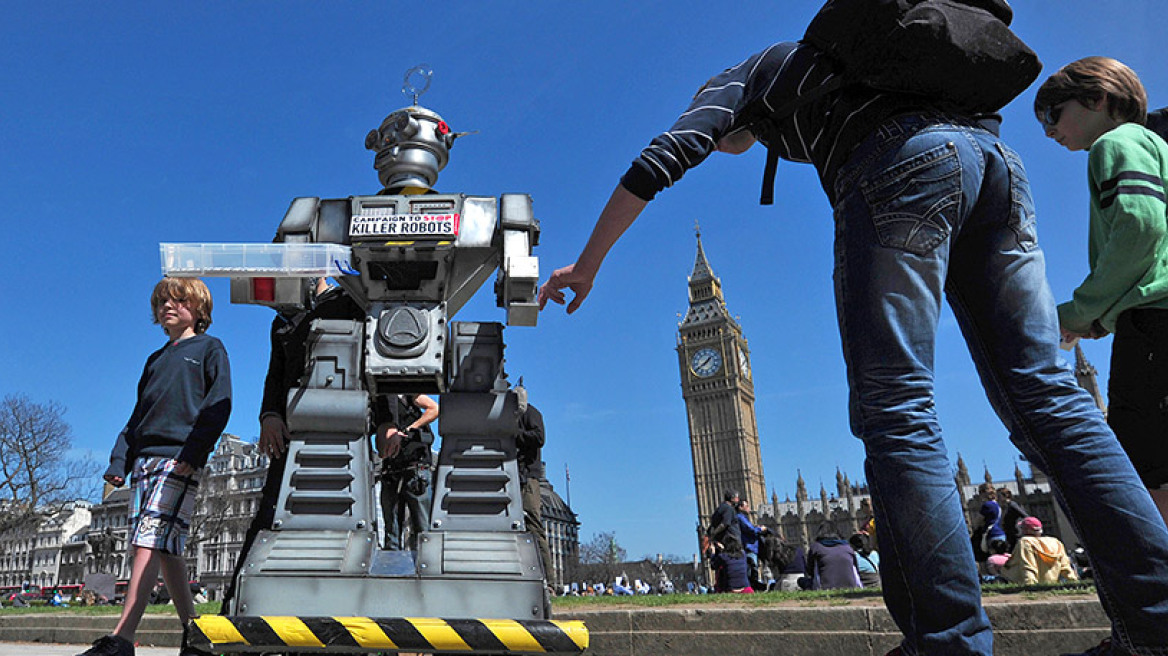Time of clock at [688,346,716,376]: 1:39
